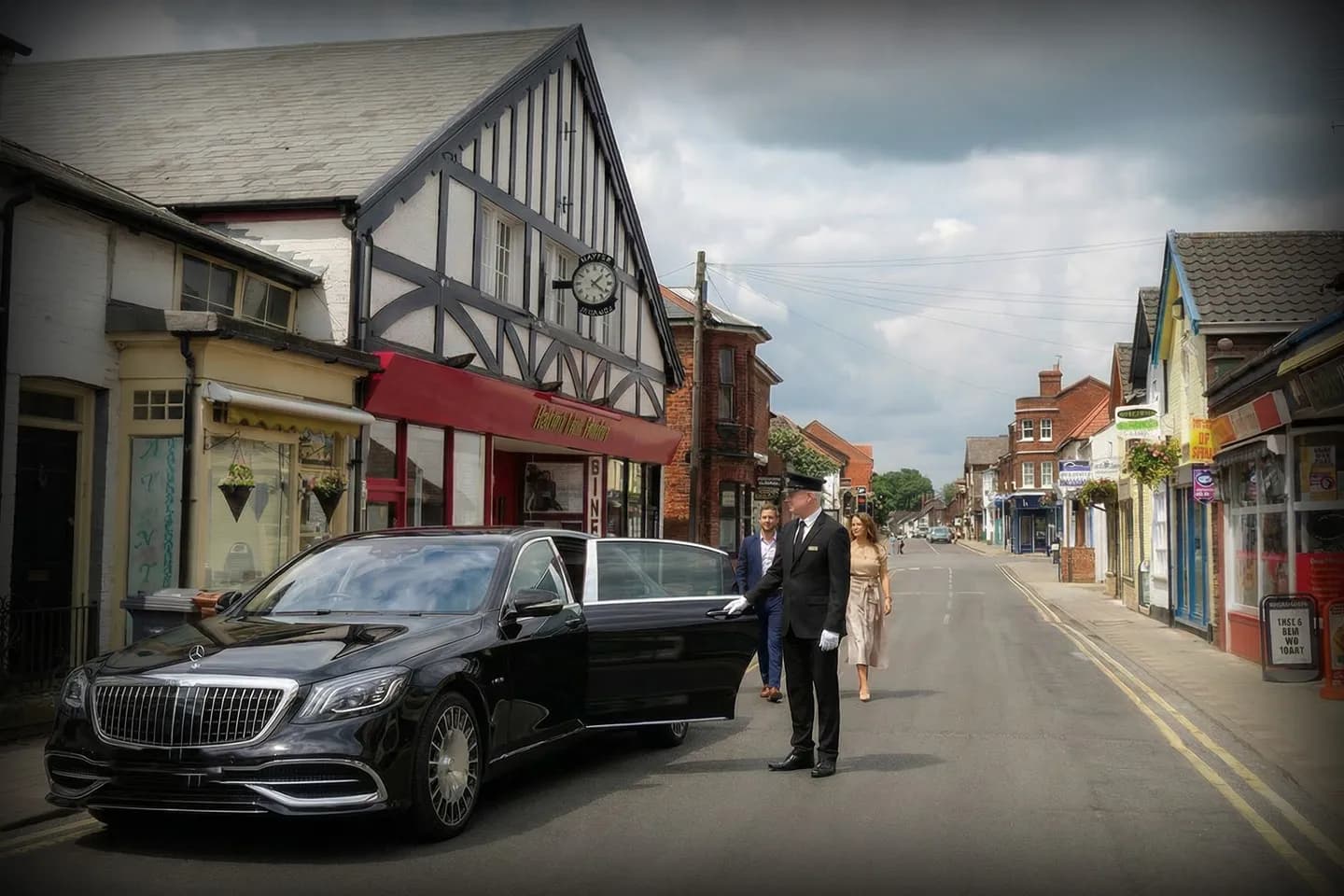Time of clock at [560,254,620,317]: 1:21
